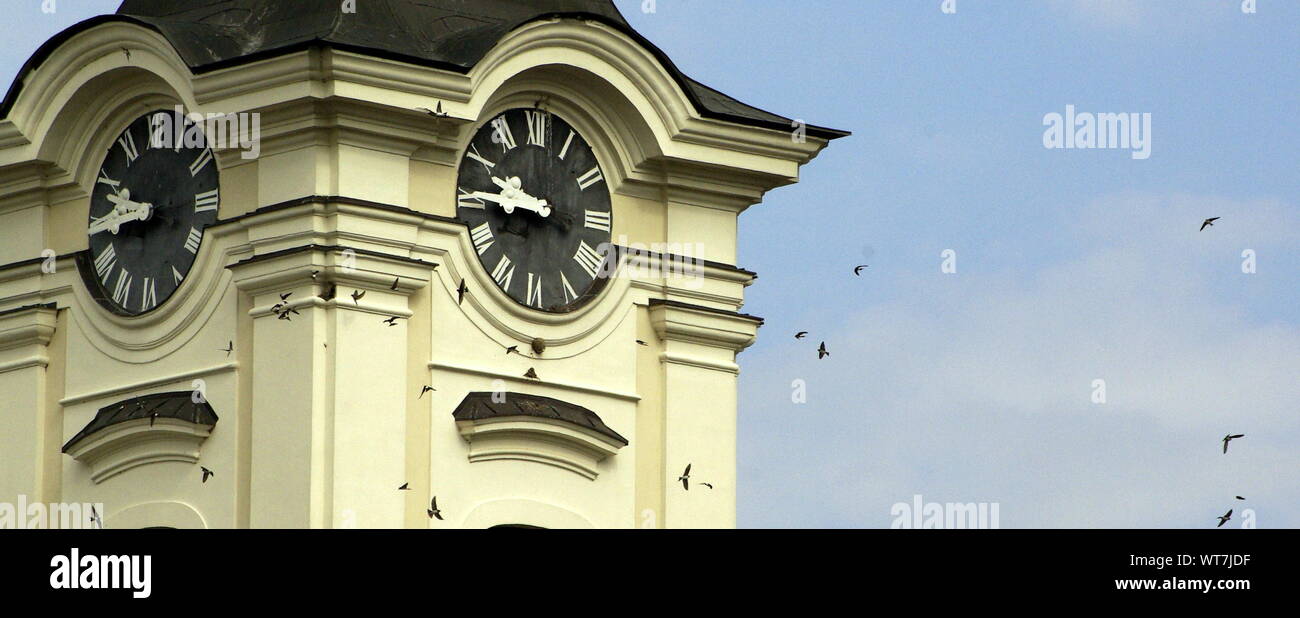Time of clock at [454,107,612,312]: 9:45
